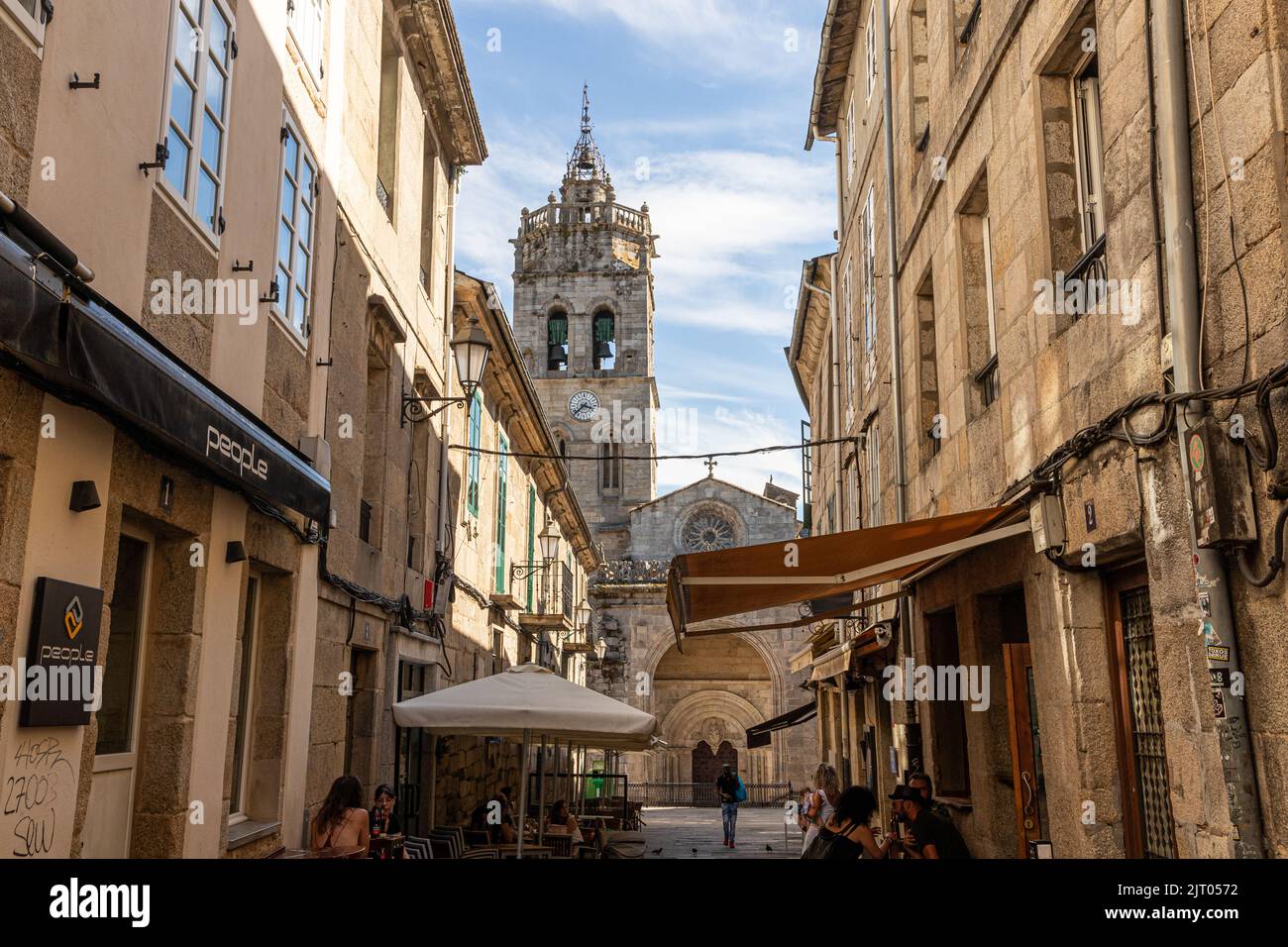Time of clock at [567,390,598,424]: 3:37
